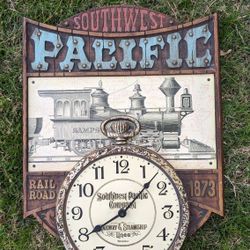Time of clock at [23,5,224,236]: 8:07
